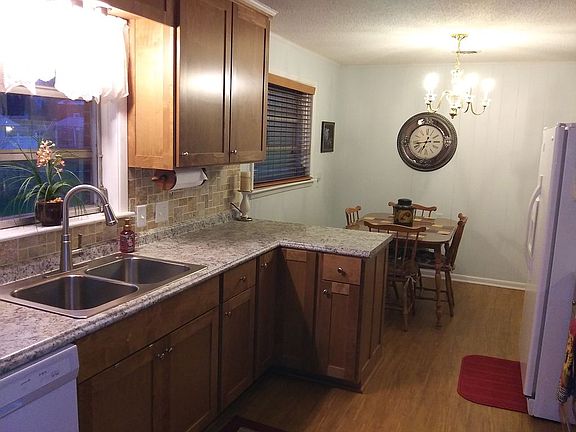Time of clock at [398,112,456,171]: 6:43
